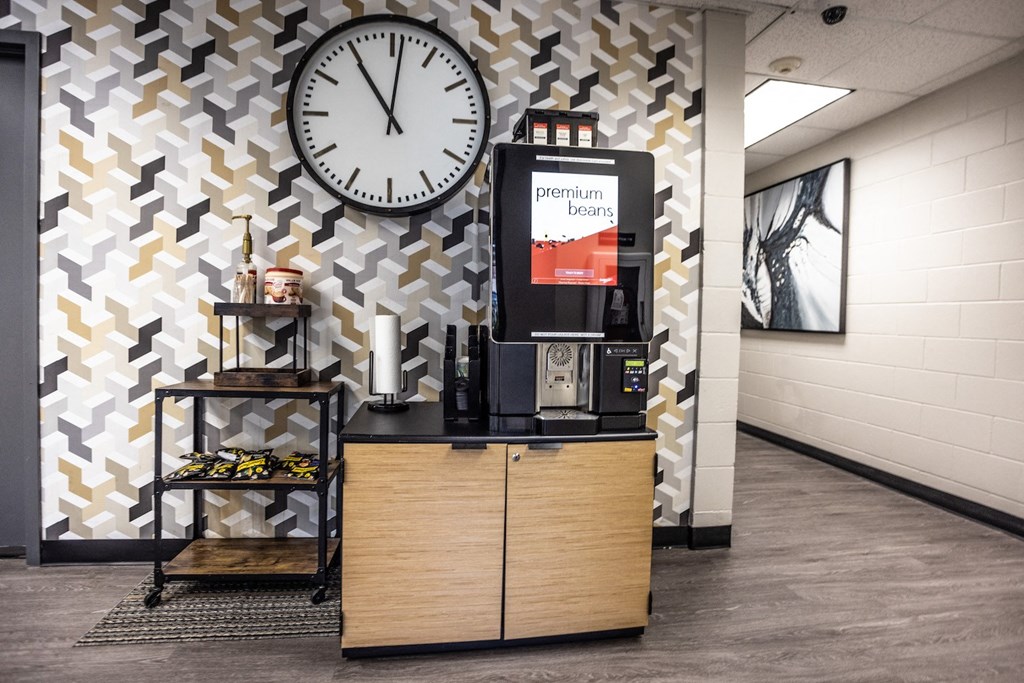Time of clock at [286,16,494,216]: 11:01
